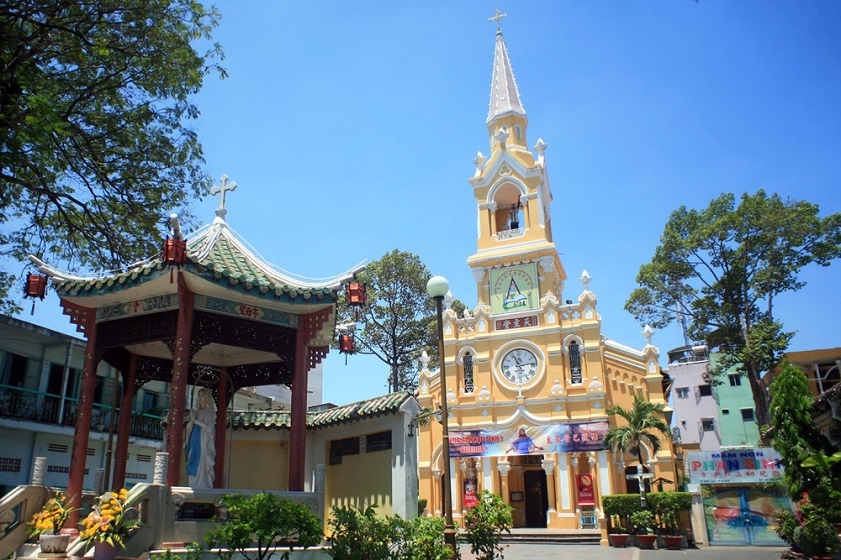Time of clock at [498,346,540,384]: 11:13
